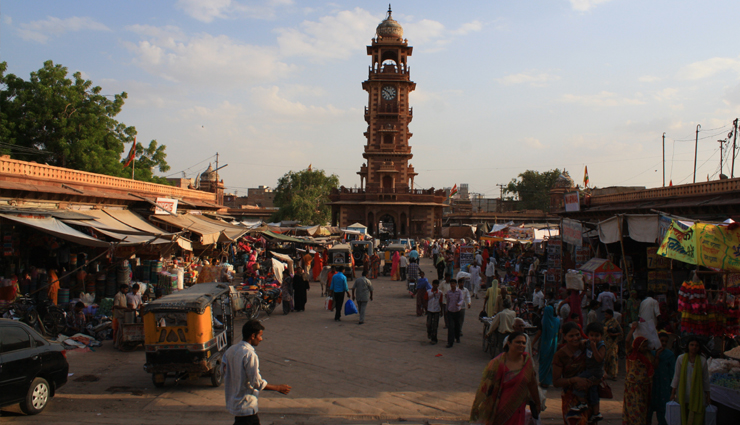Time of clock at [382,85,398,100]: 4:50
